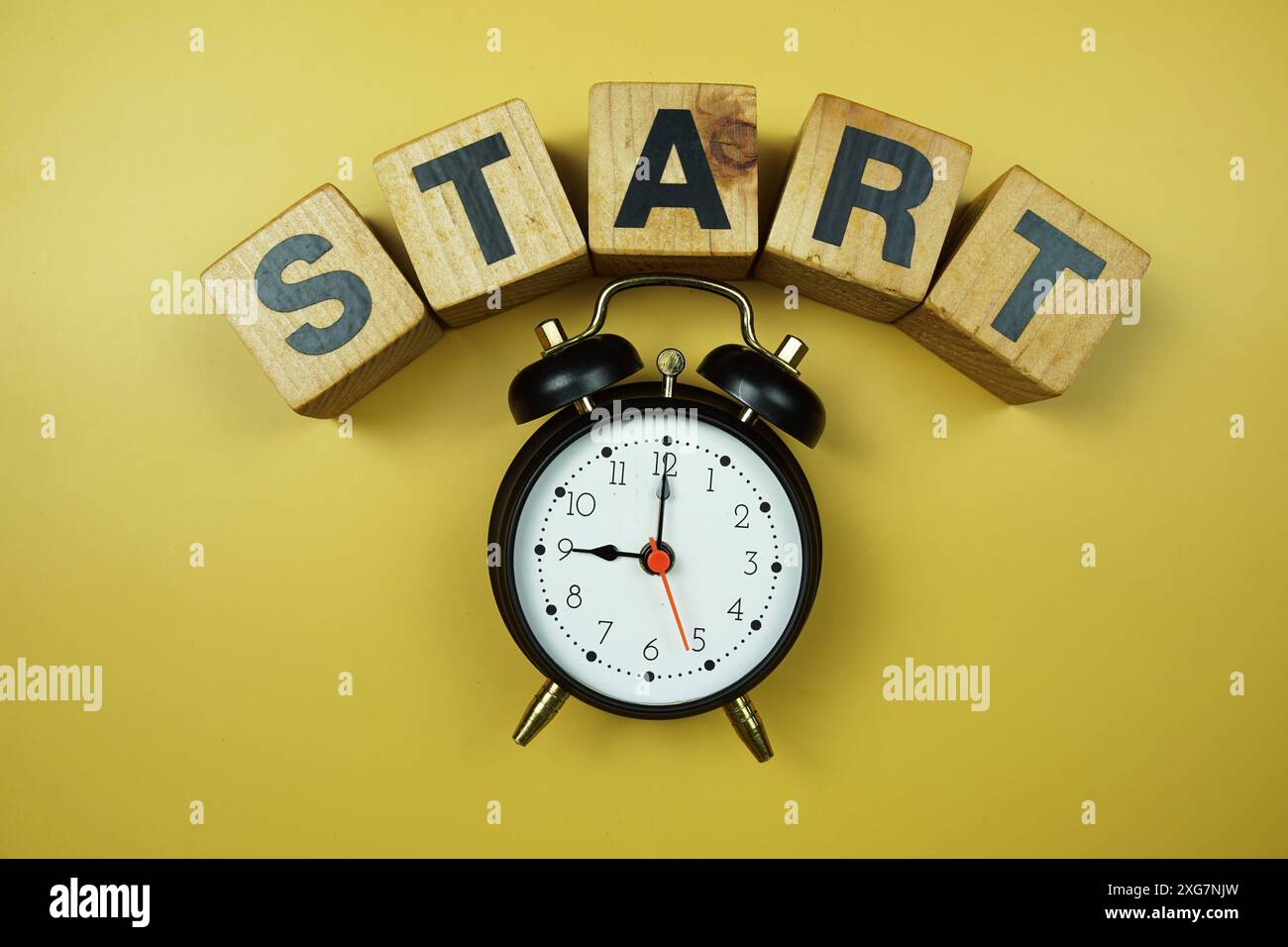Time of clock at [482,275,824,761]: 9:00
